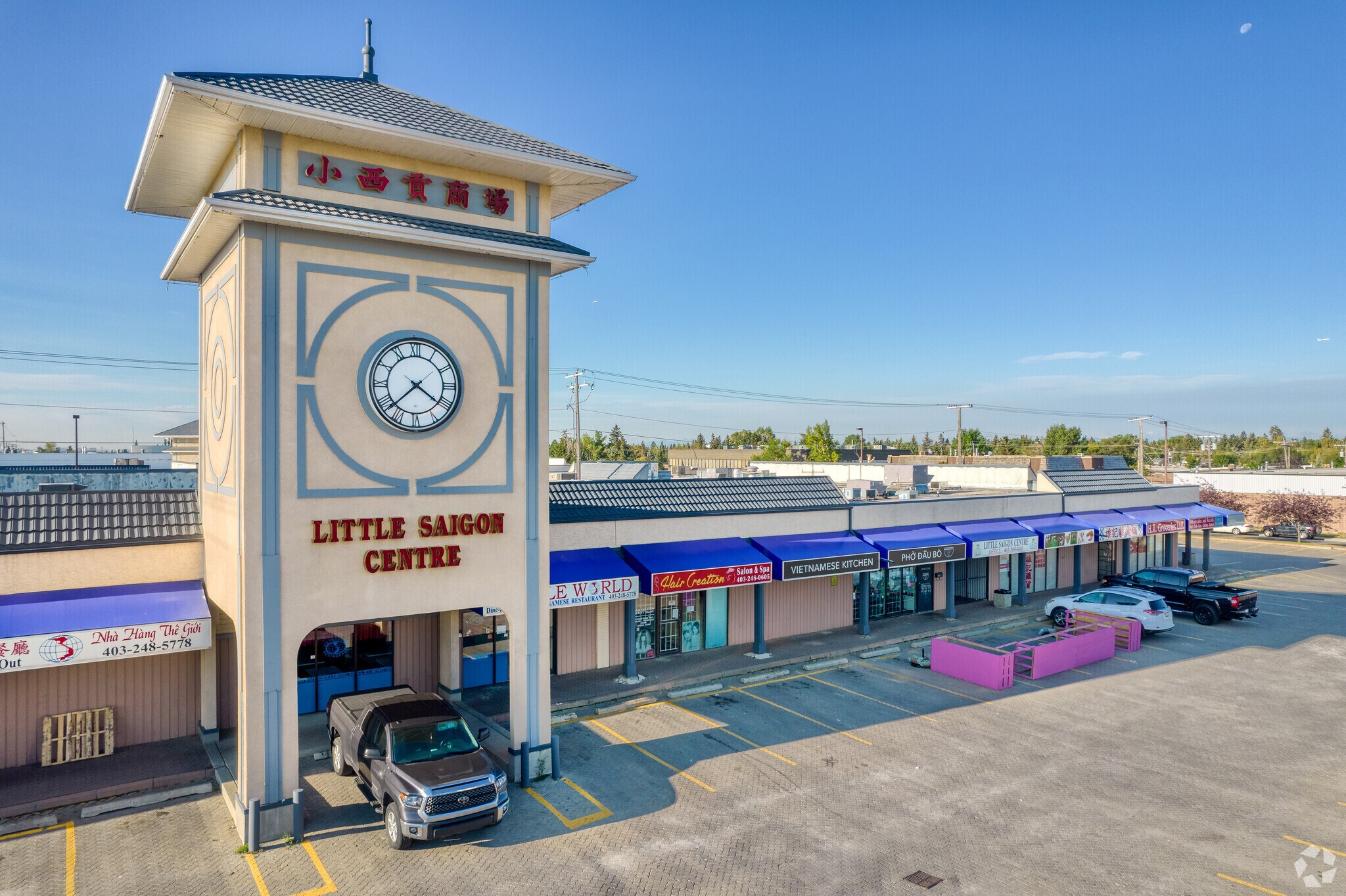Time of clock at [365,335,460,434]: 4:21
